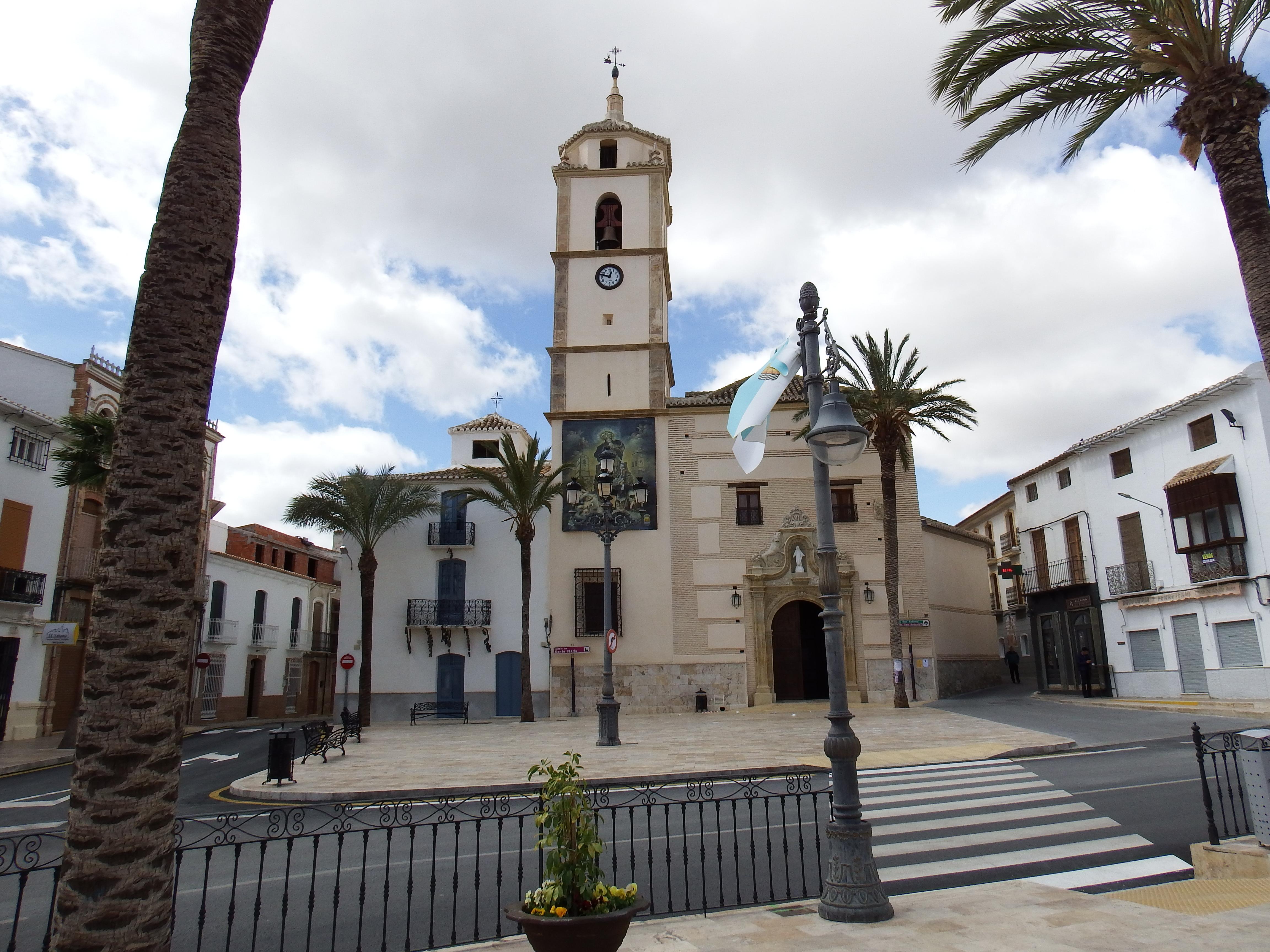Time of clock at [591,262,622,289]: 12:47
